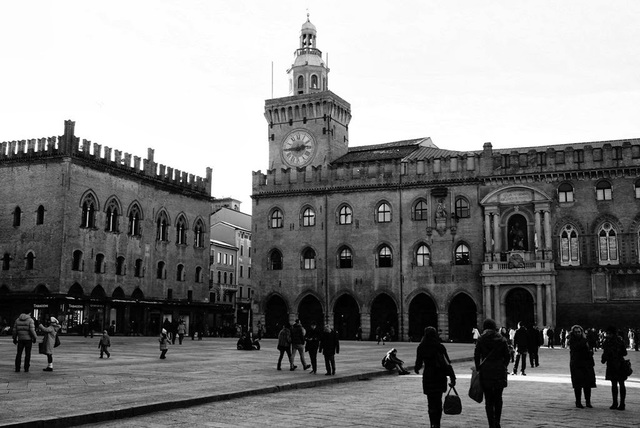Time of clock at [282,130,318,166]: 2:44
